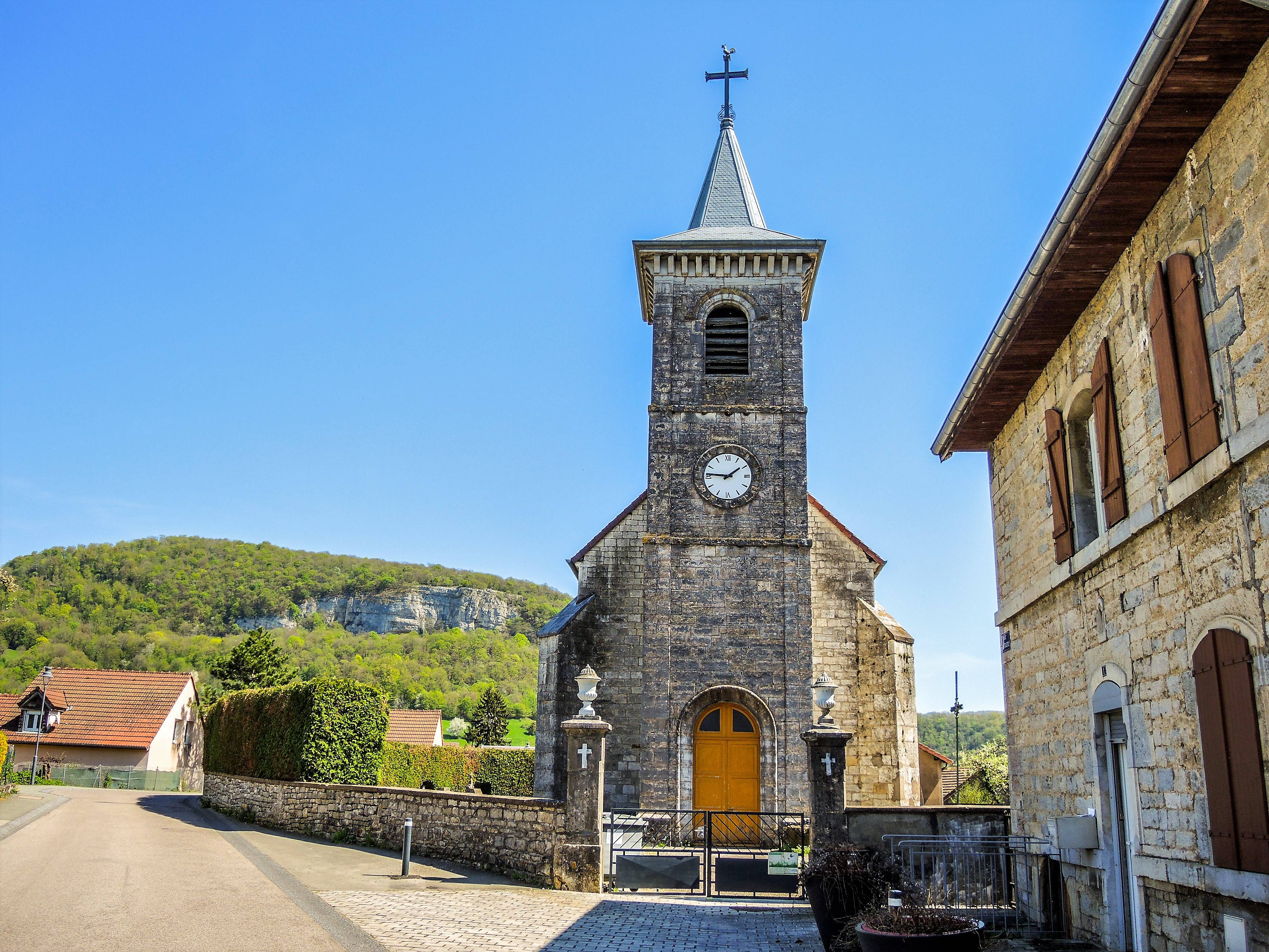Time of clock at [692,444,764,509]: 1:46
